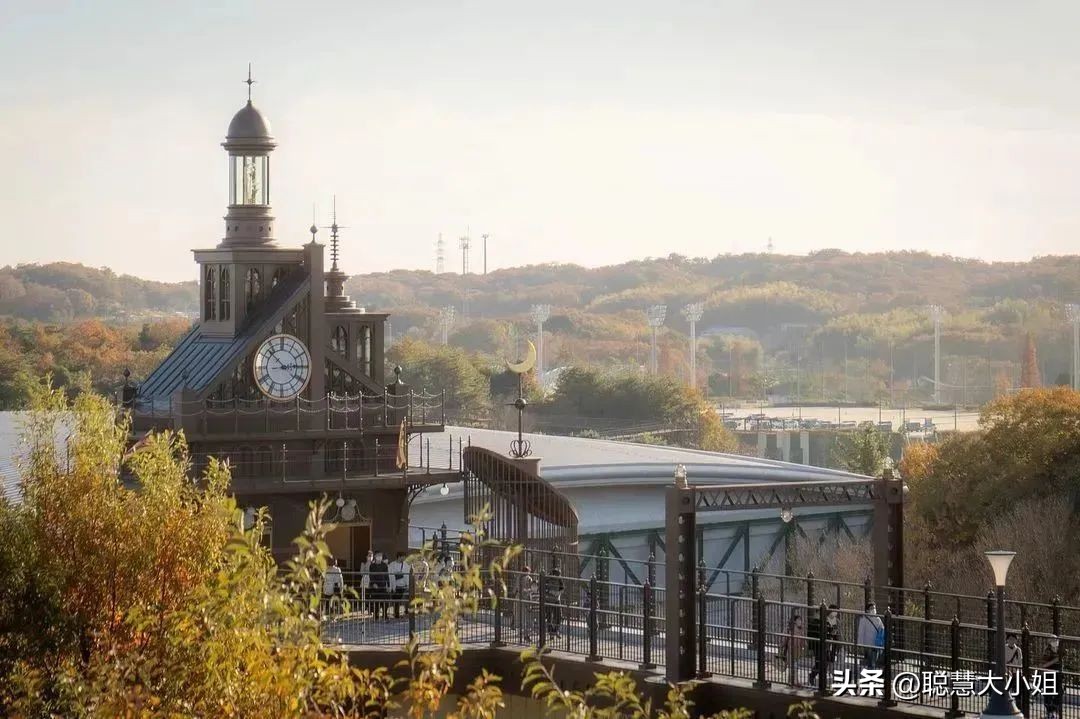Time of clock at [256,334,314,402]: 2:52
